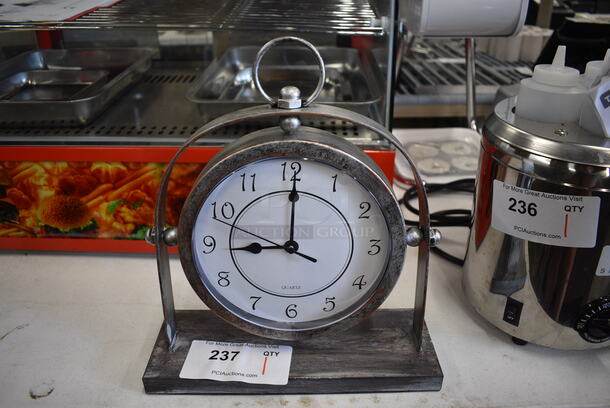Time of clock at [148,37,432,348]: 9:00
